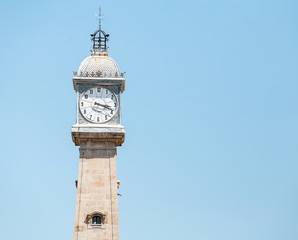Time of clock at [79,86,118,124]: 3:18
